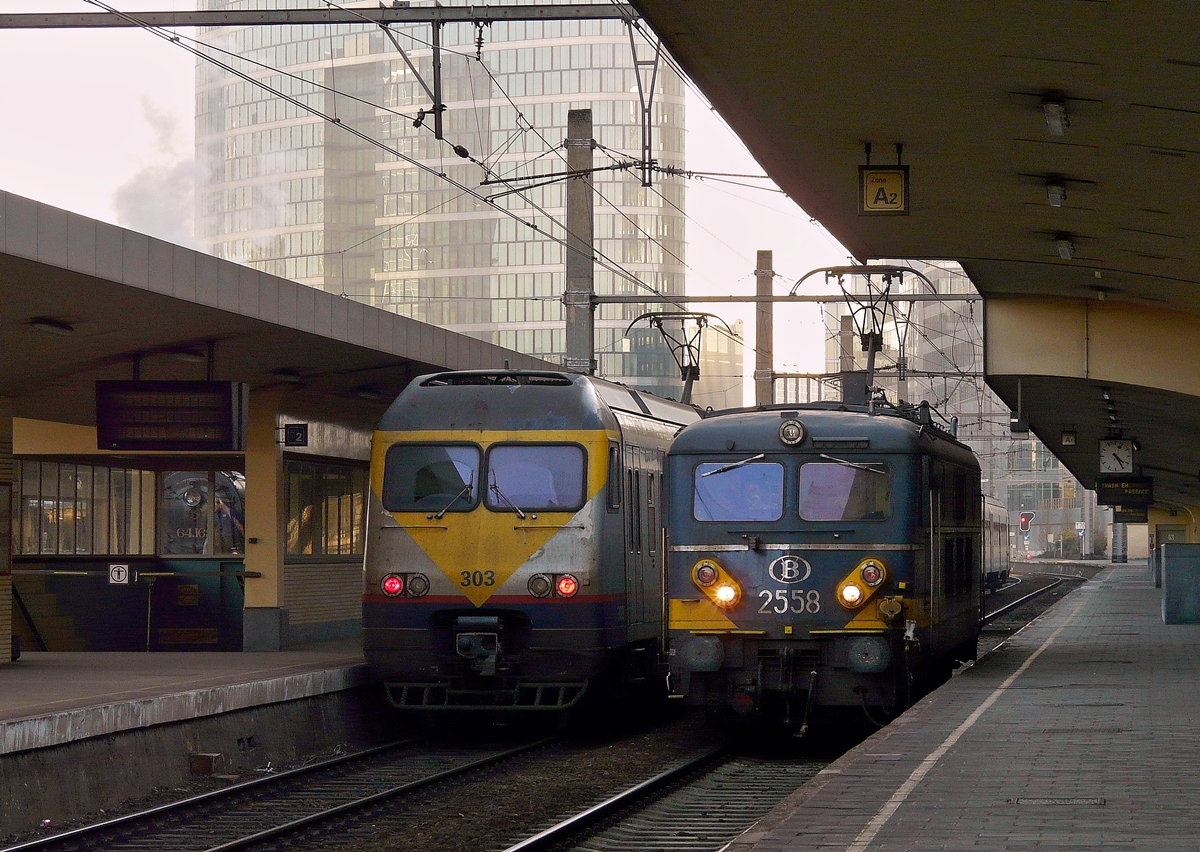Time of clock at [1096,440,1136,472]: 4:25
